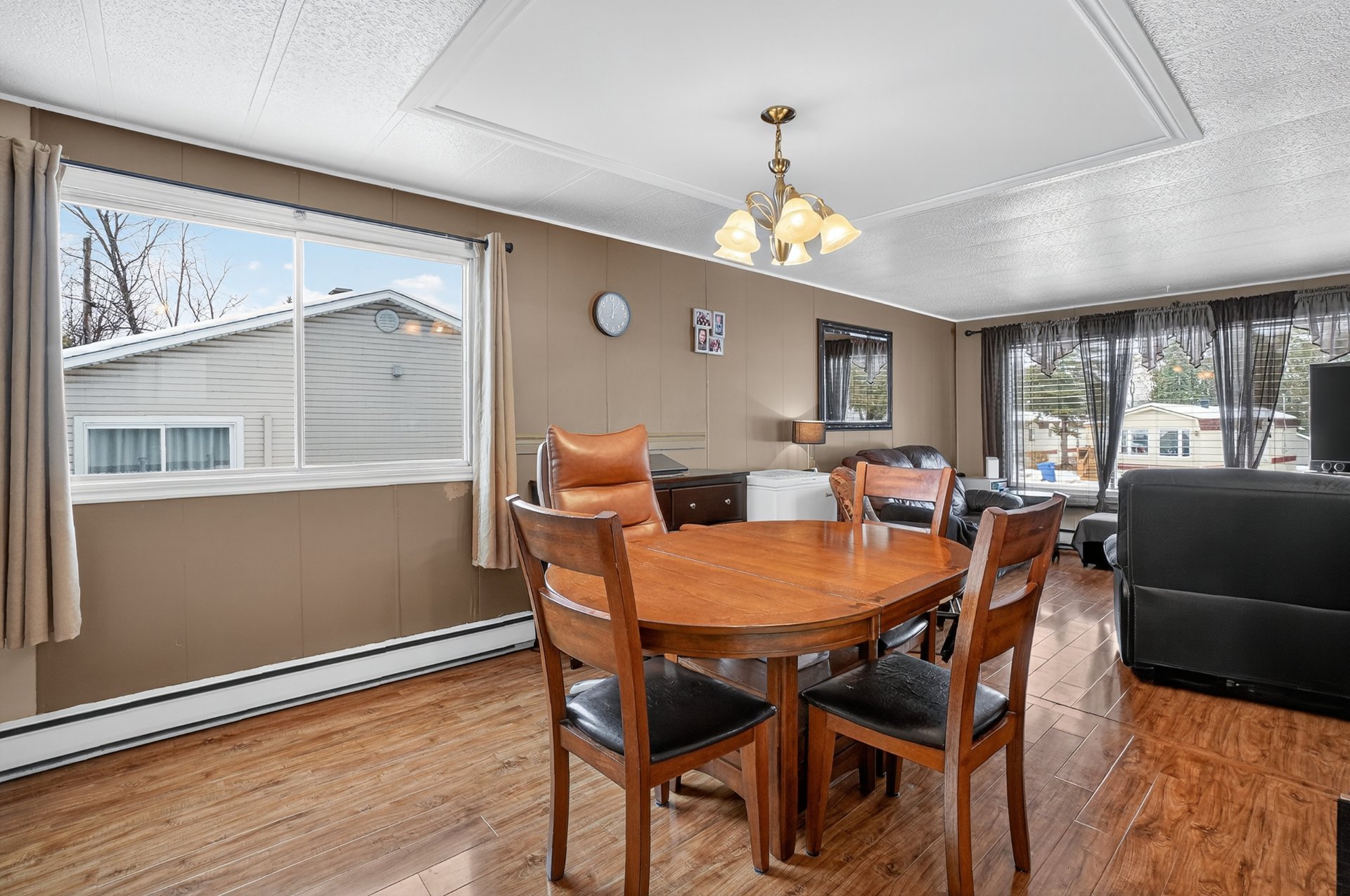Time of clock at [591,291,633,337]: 12:05
